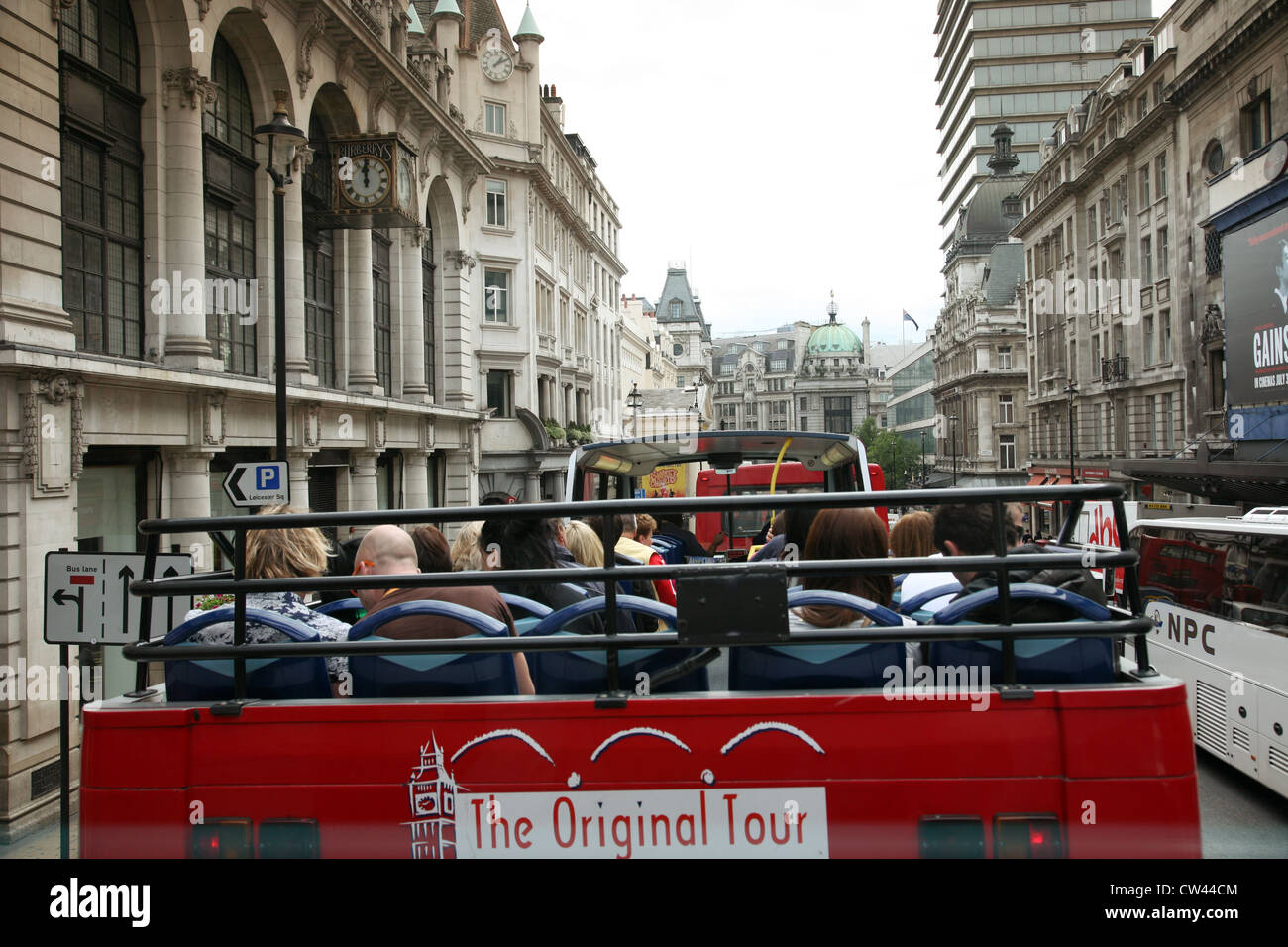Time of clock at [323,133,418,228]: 12:00
